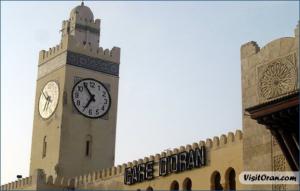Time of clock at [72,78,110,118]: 6:54
